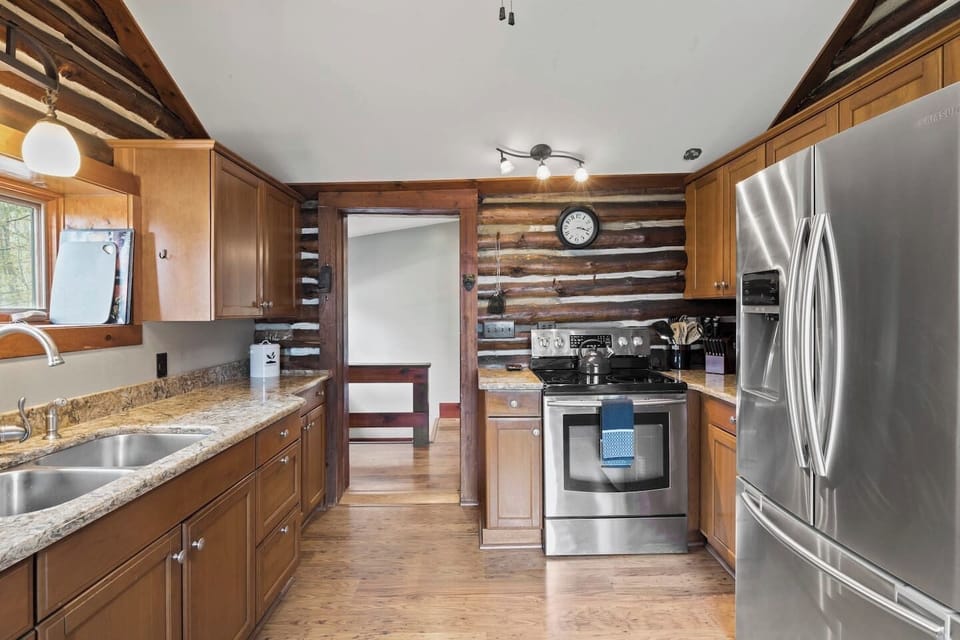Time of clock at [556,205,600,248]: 3:17
